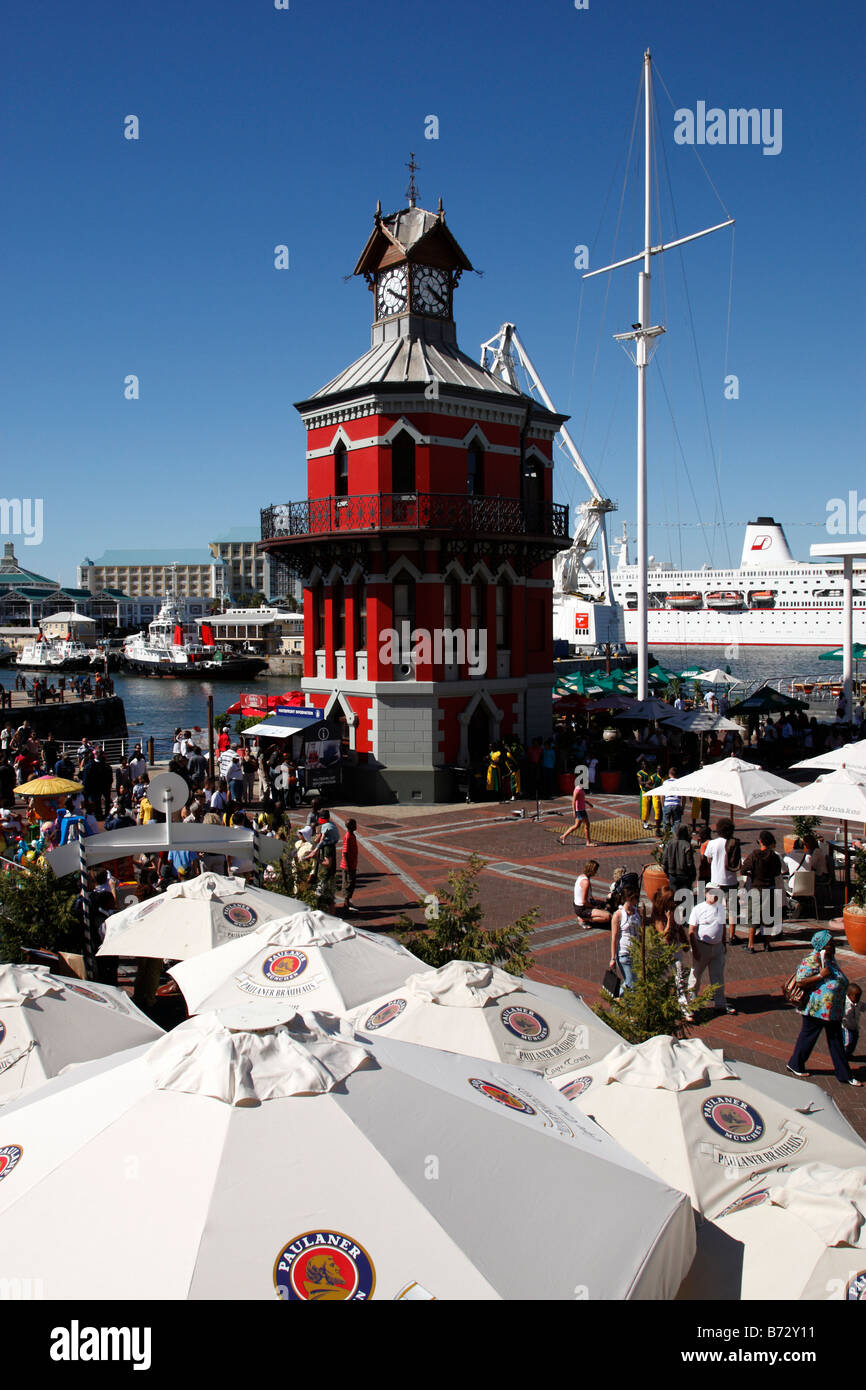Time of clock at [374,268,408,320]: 4:20
